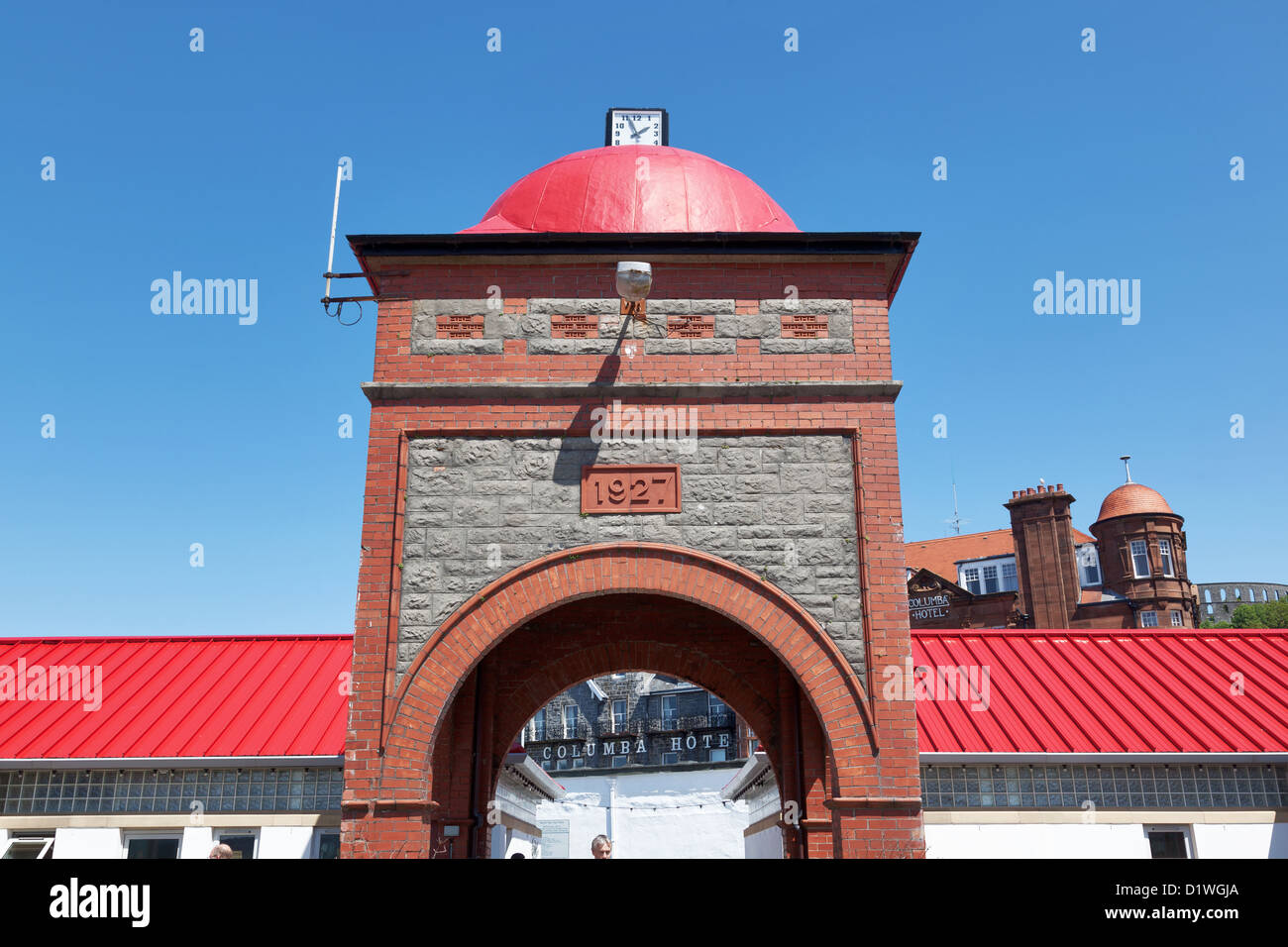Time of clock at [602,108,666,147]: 1:56
